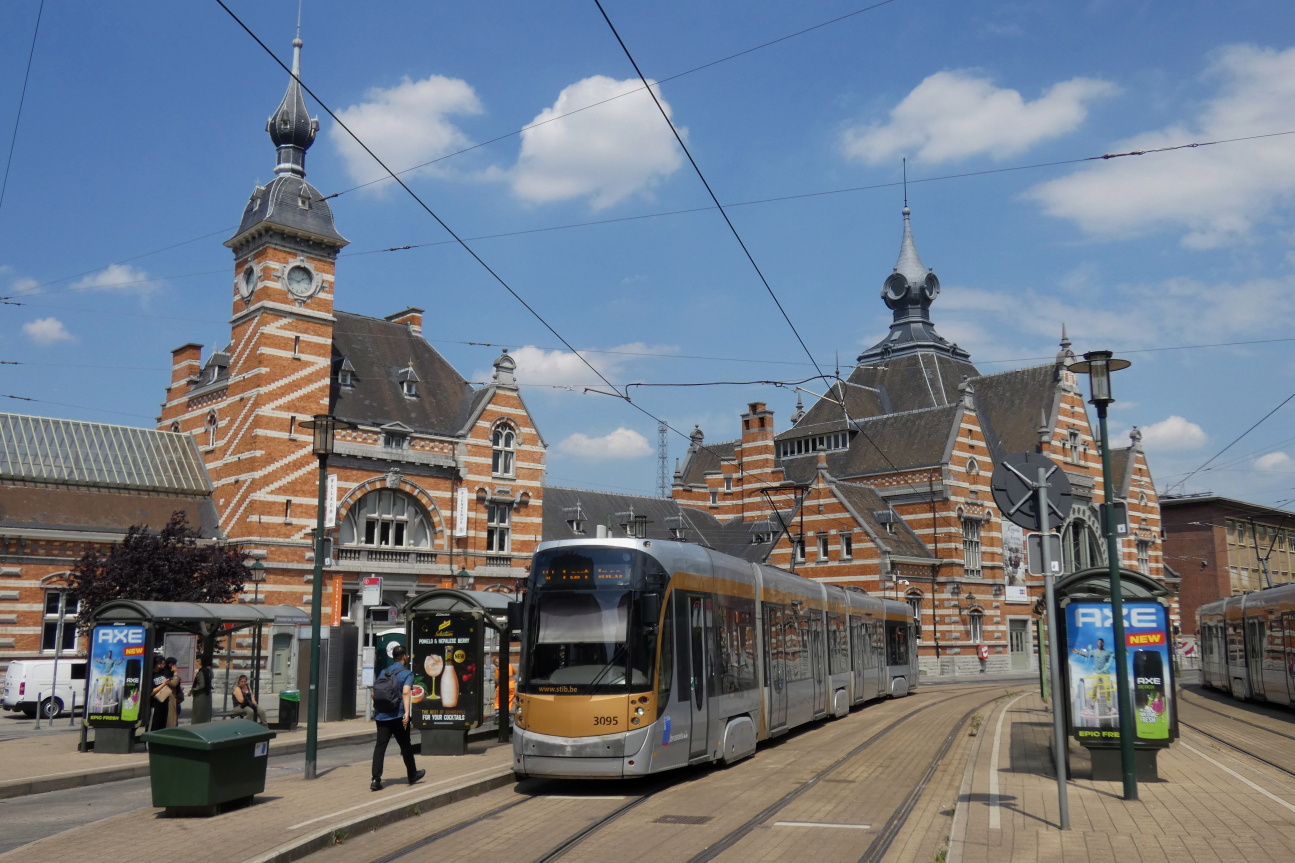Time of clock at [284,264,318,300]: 1:46
